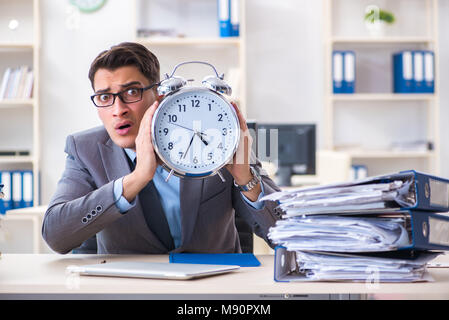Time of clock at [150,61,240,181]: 4:34
